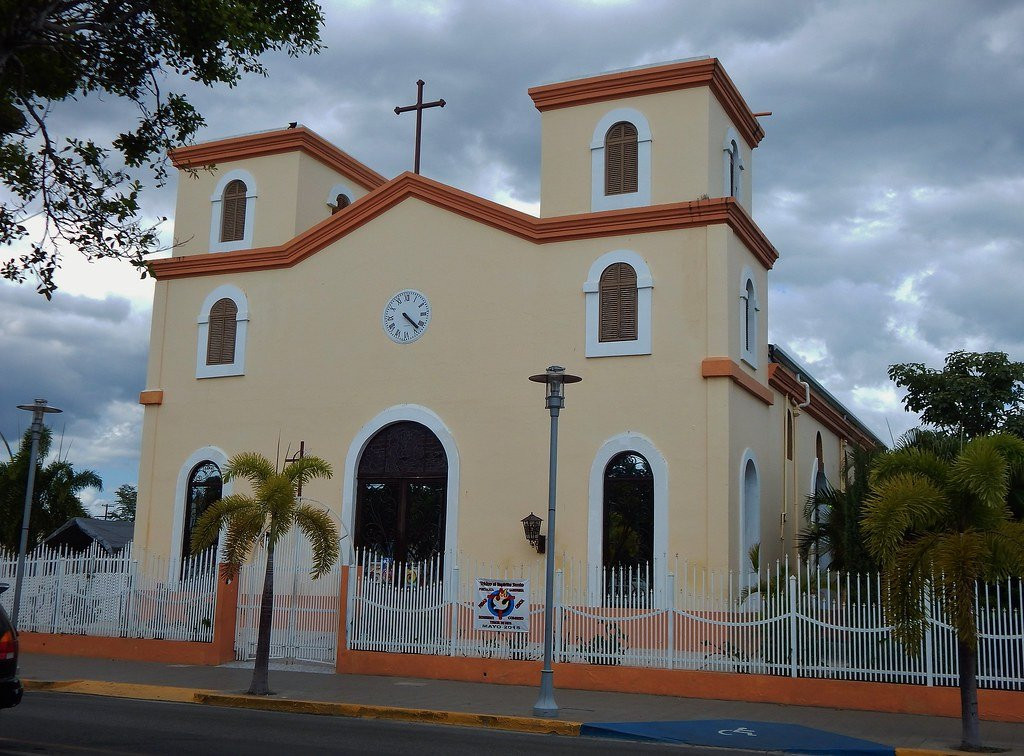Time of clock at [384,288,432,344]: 4:22
